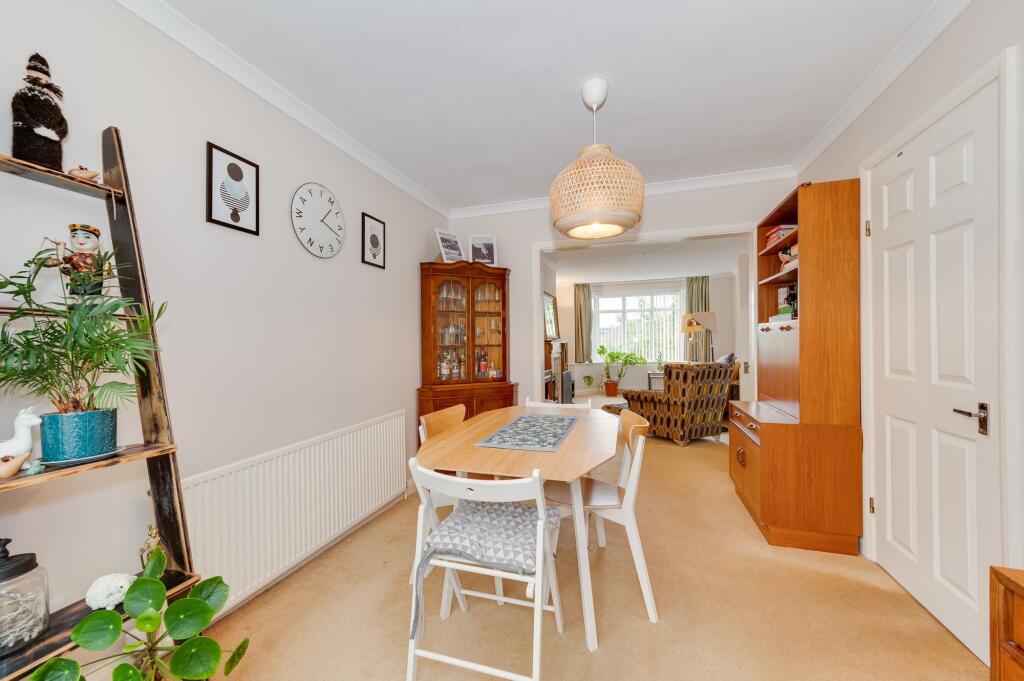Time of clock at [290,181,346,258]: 1:18
